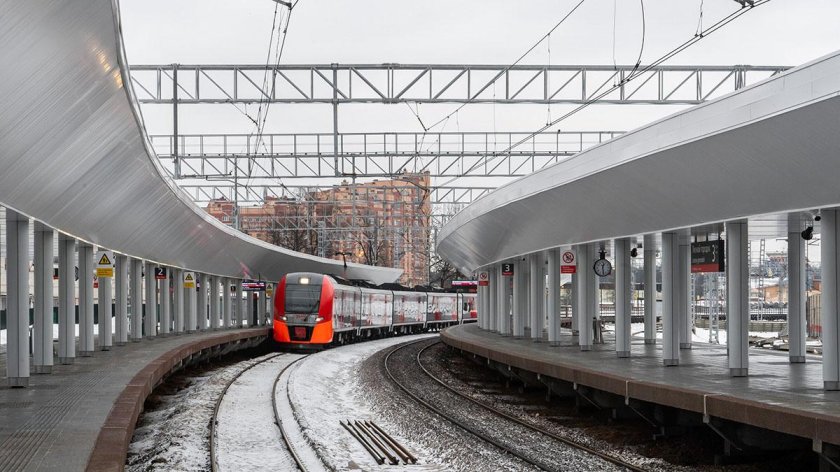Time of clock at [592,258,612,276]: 12:28
